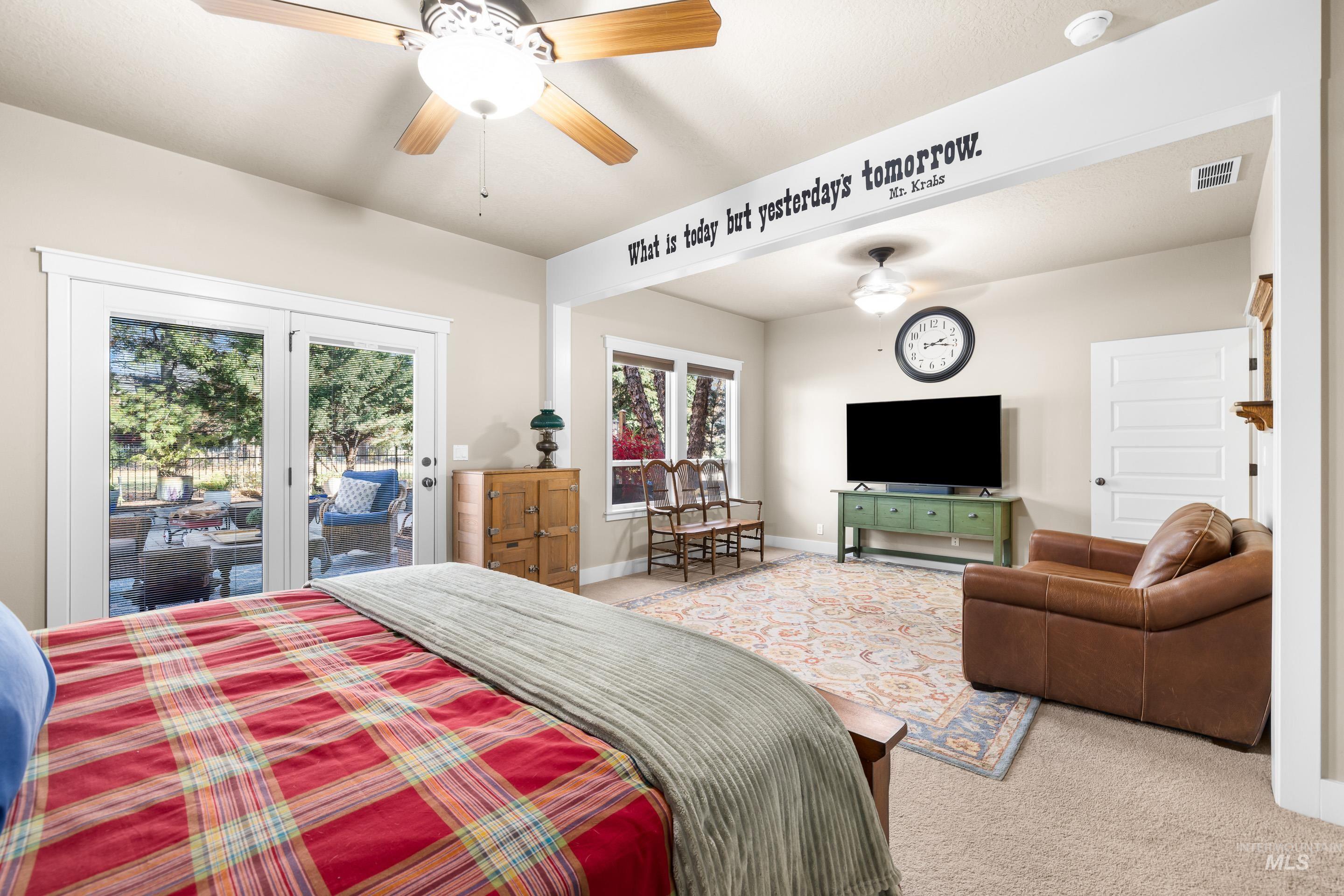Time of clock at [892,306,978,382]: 2:16
